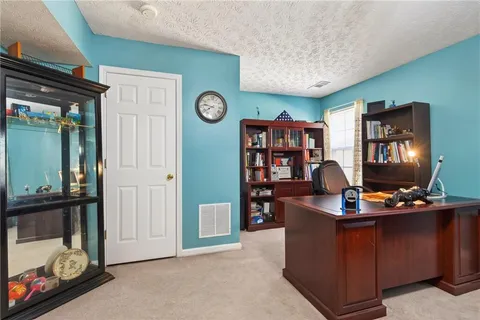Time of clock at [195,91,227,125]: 7:46
